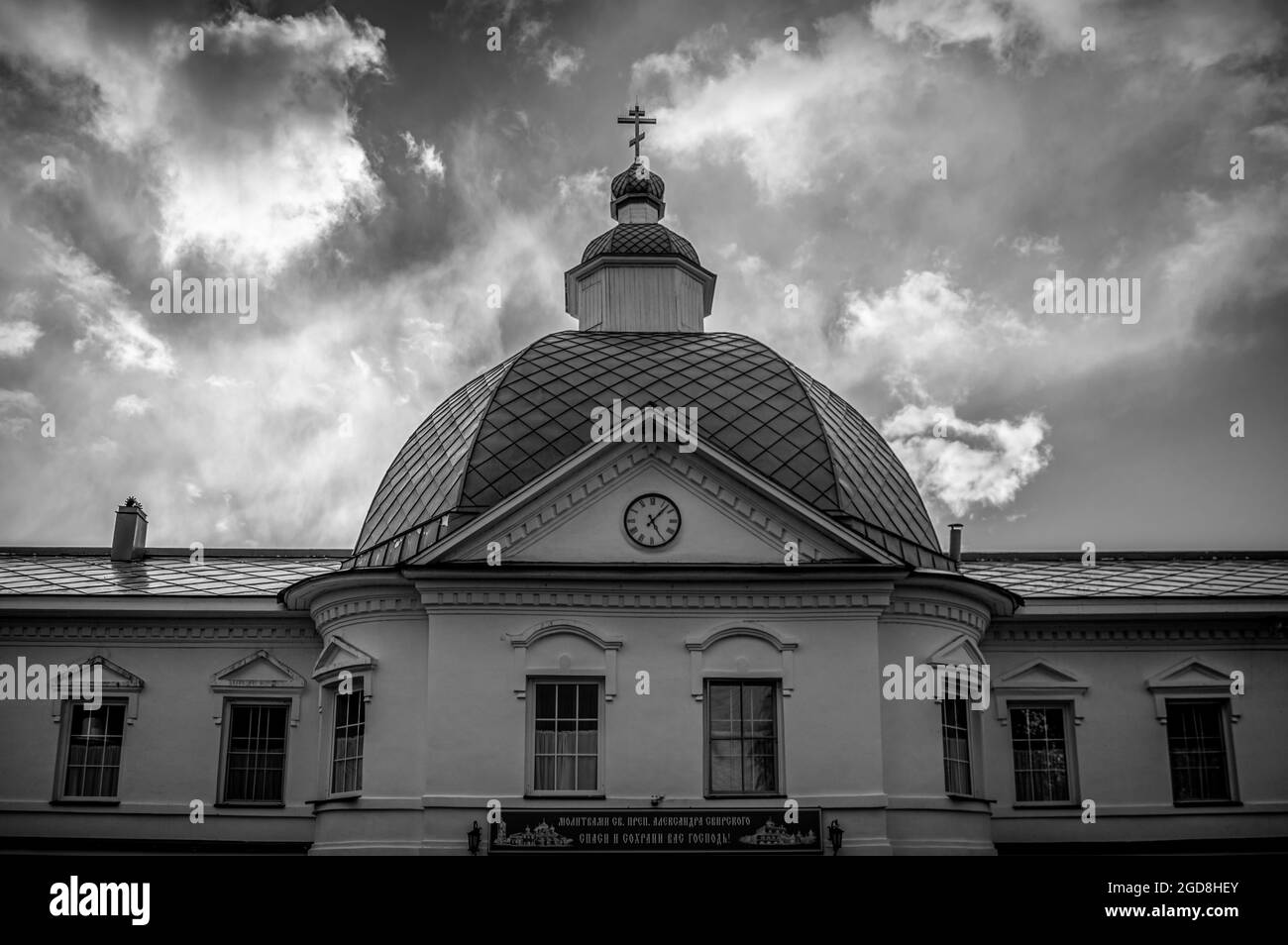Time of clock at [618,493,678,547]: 5:07
